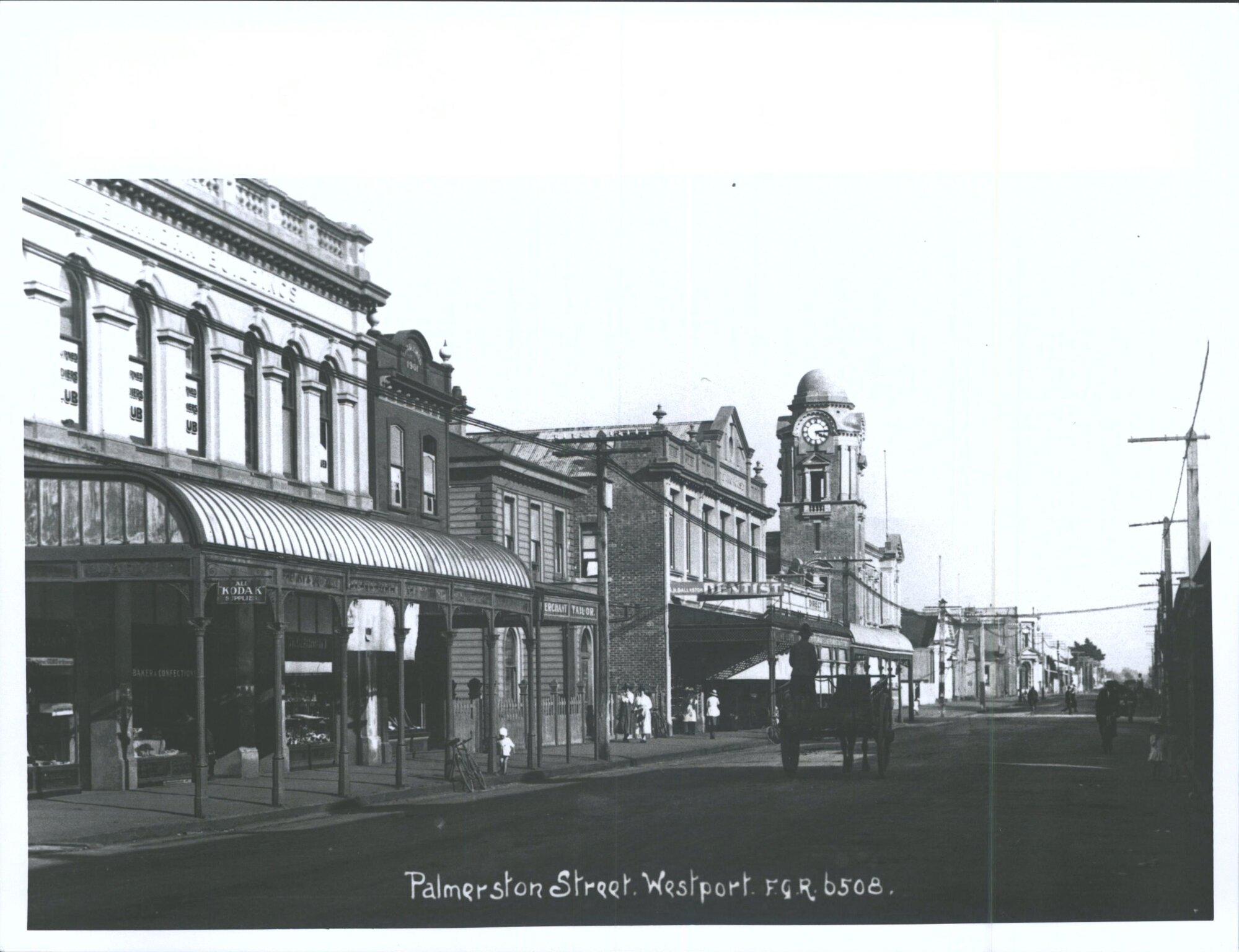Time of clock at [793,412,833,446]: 4:14
